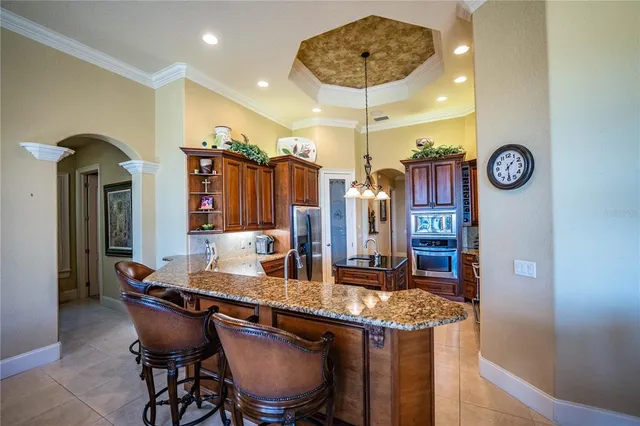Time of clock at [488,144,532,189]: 1:29
